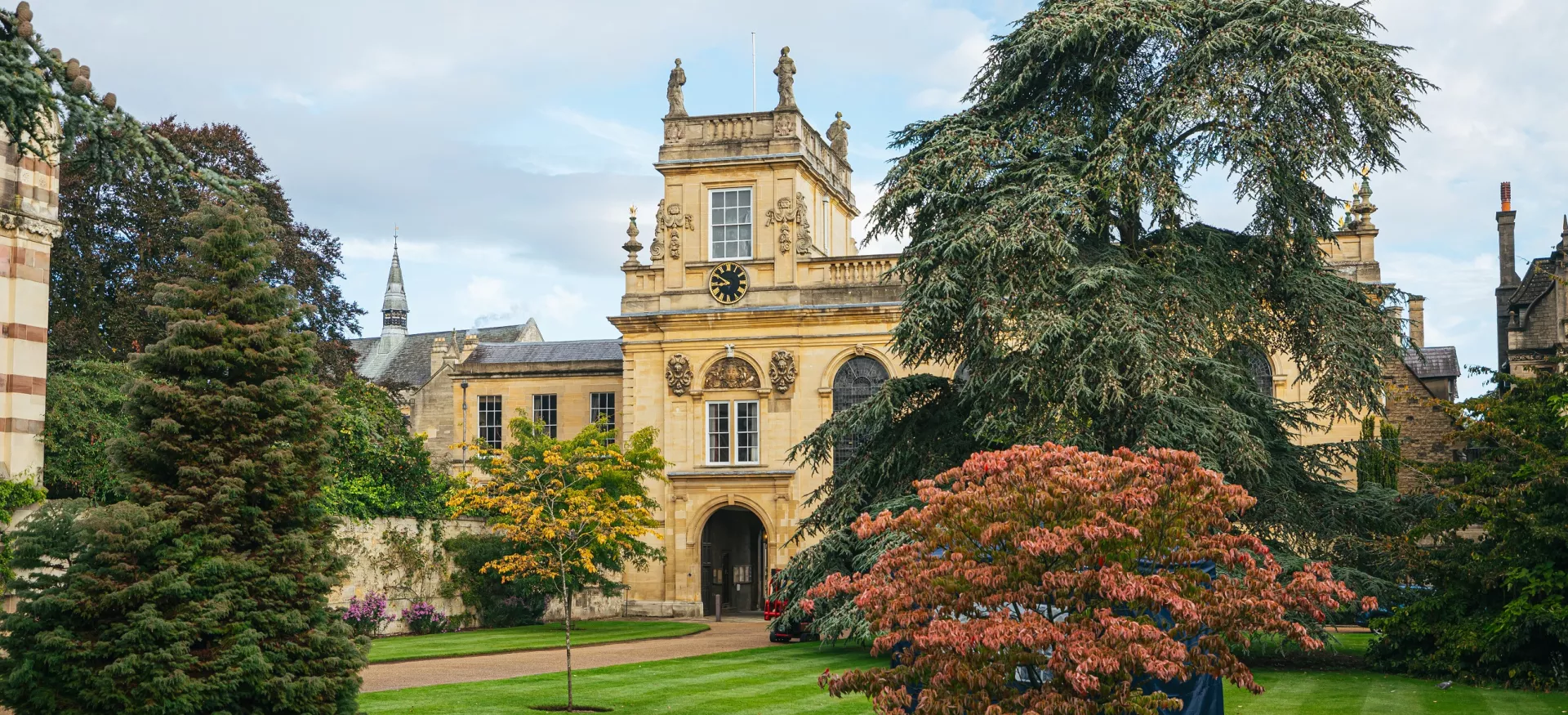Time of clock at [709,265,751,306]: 8:50
